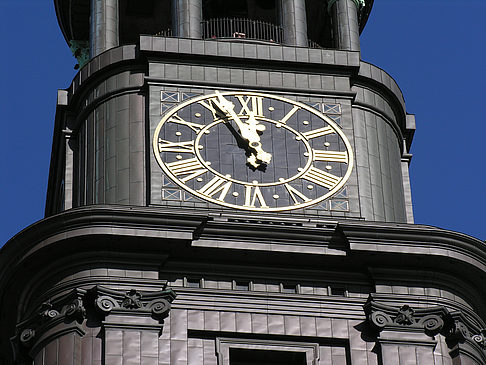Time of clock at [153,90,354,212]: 11:55
